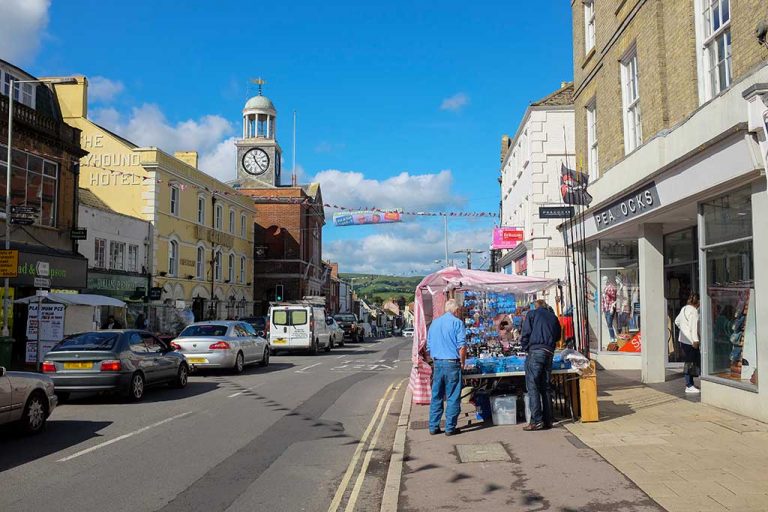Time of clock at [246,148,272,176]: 11:23
